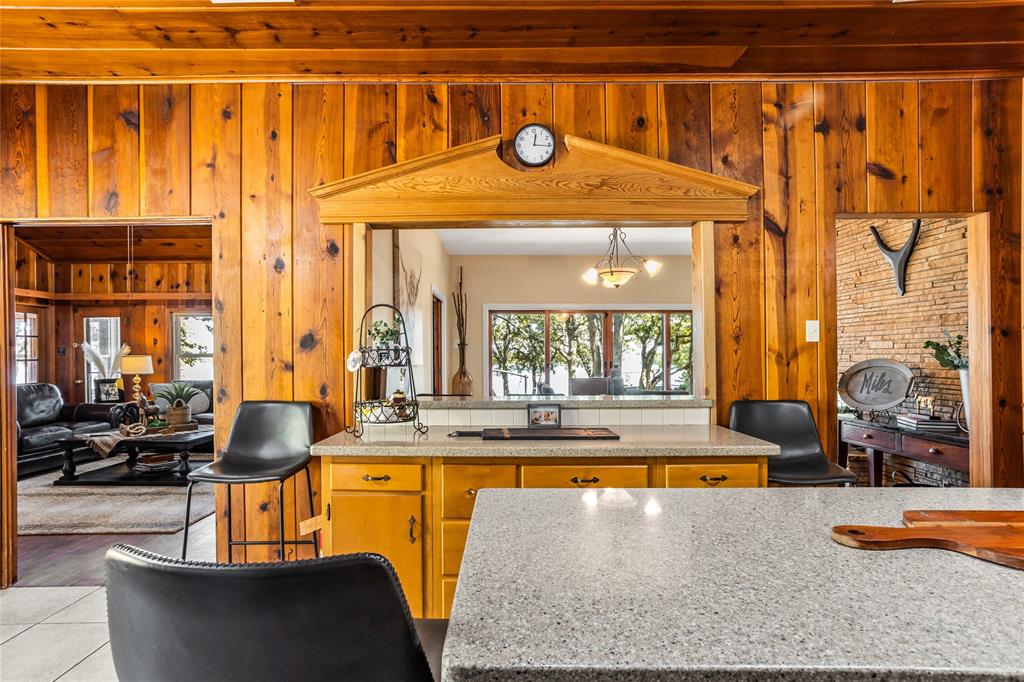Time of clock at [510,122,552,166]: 12:15
